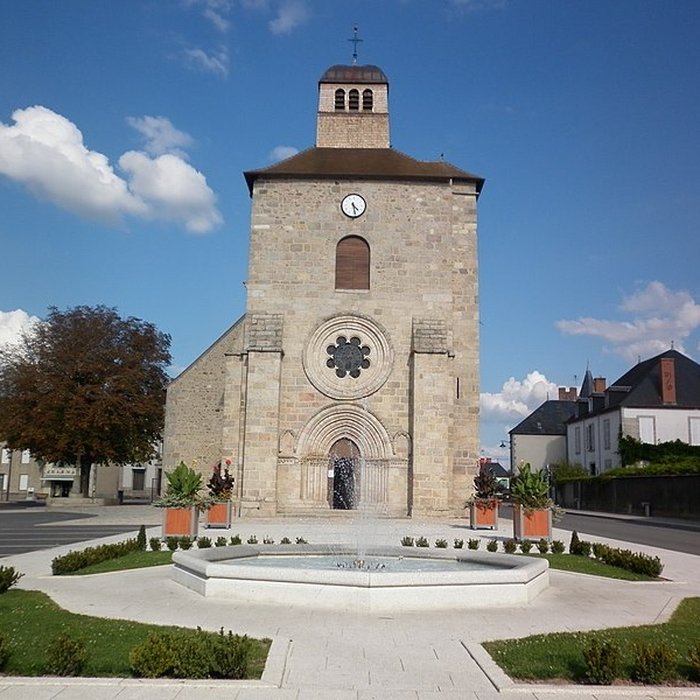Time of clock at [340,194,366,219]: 4:28
